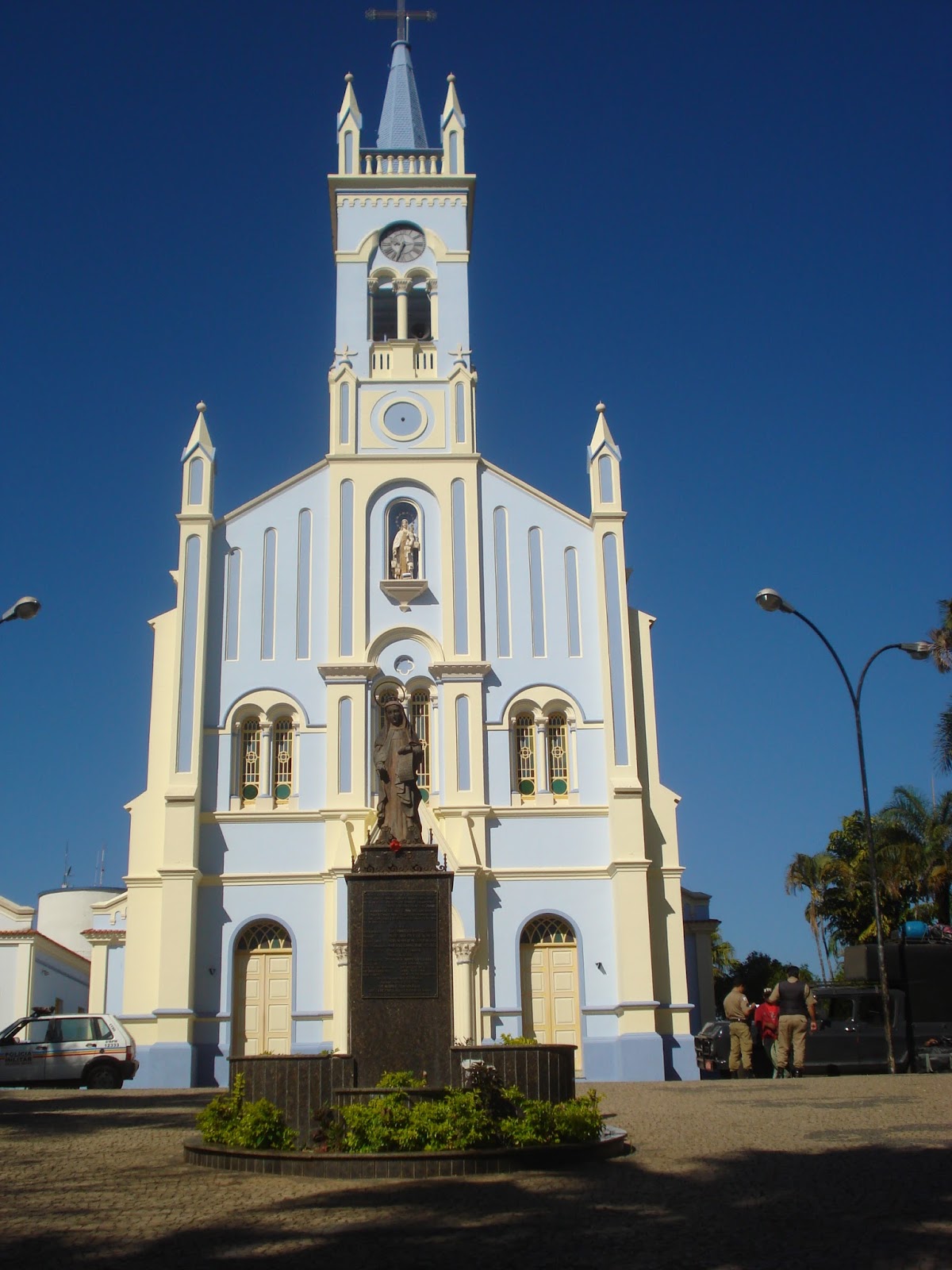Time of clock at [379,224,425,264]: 9:33
